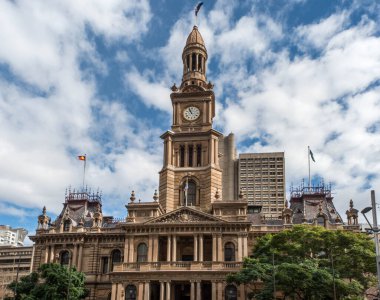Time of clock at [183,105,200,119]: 10:56
